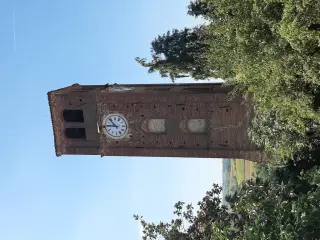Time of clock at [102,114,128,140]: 10:45
